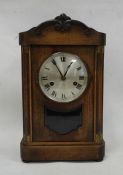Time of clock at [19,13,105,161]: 12:55
